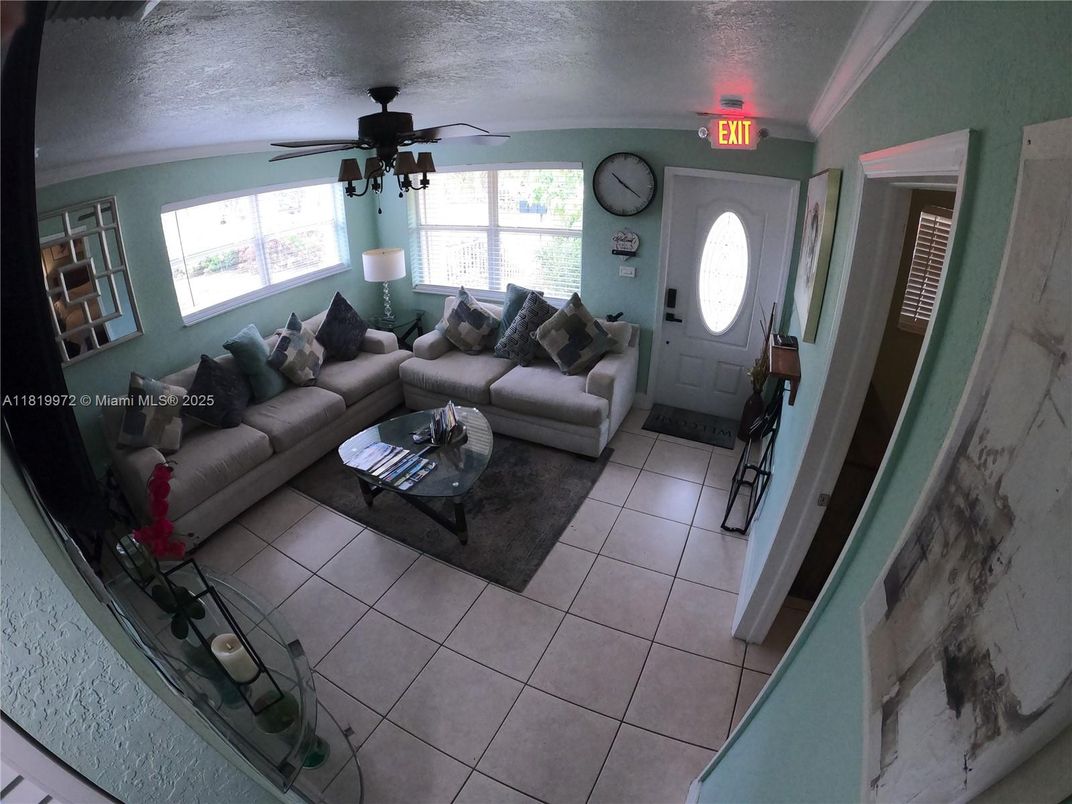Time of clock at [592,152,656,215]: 10:20
